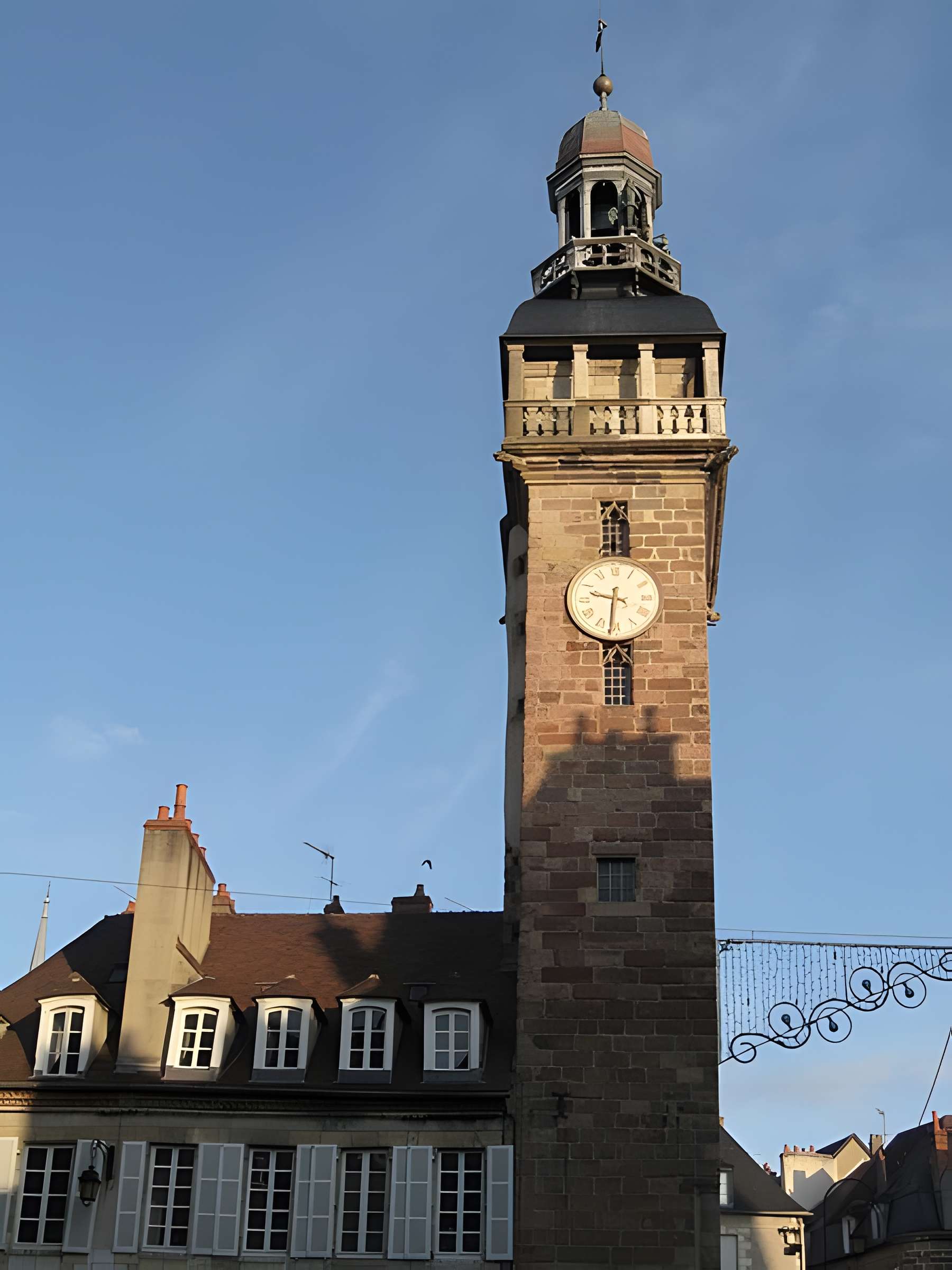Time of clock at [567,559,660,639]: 9:31
